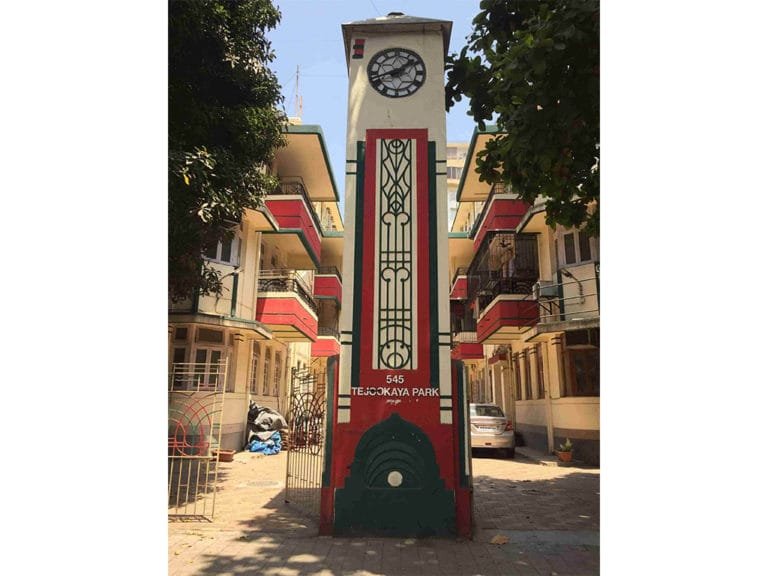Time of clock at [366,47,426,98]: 1:41
